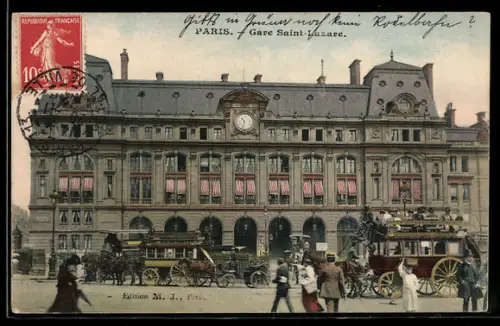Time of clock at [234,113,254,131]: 10:32
